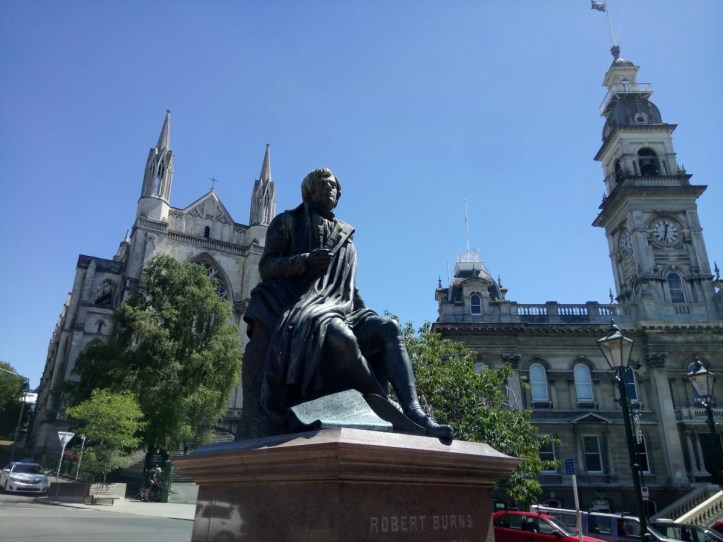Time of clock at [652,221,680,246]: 12:32
